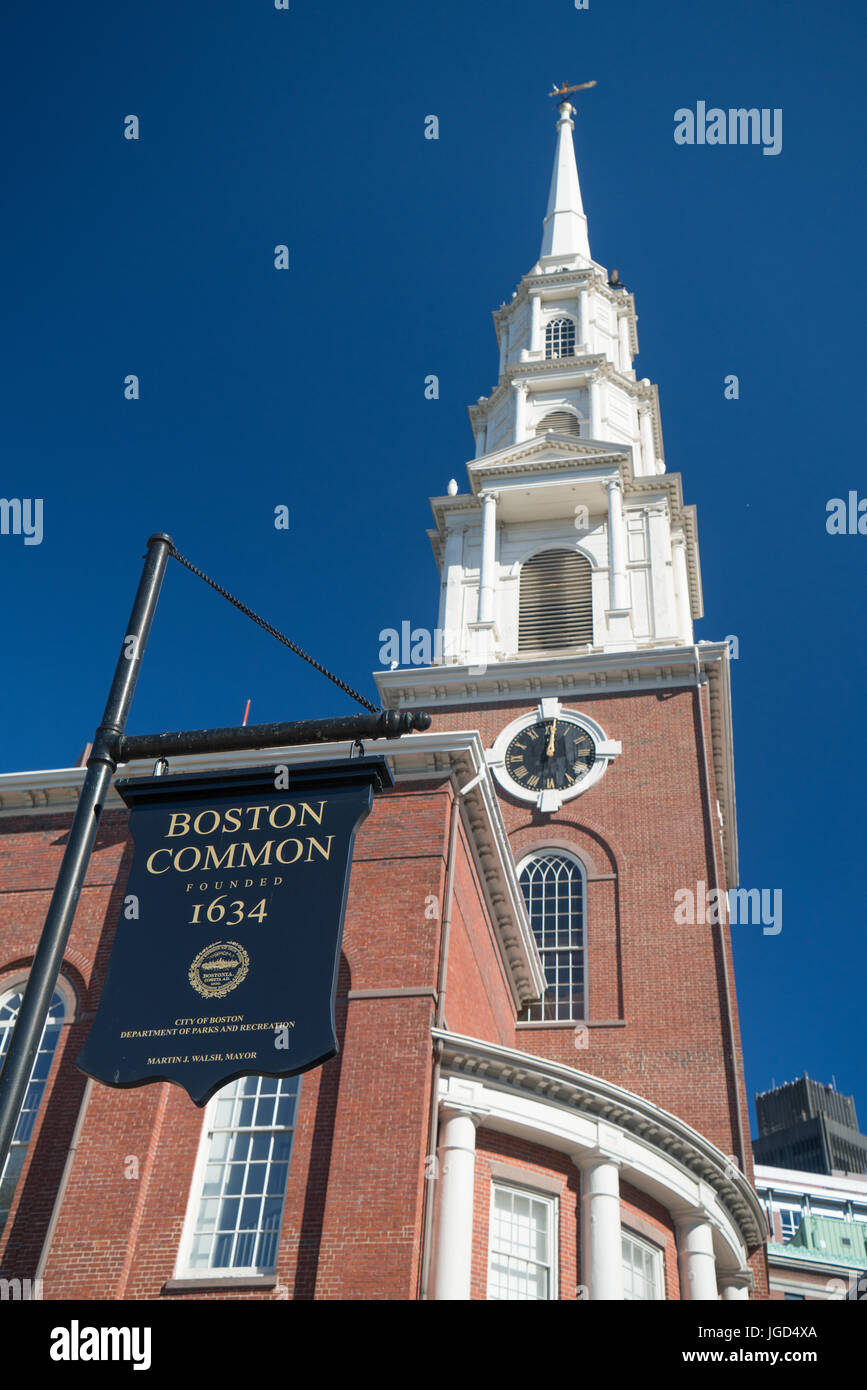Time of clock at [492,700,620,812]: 12:00
